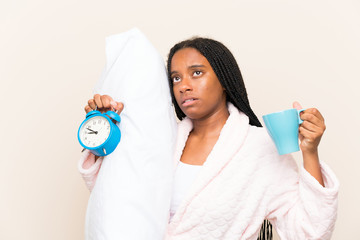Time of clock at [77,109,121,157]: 8:47
